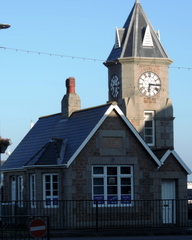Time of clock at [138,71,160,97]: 6:15
